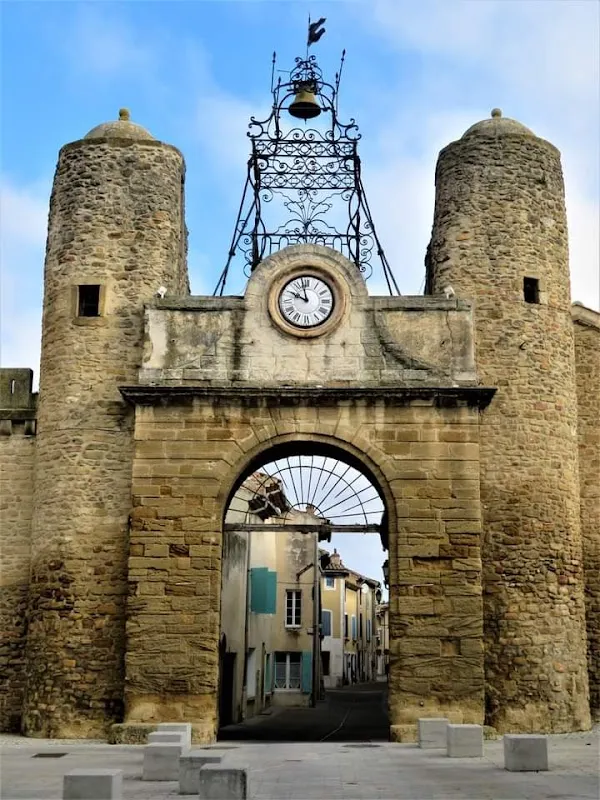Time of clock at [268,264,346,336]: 9:57
